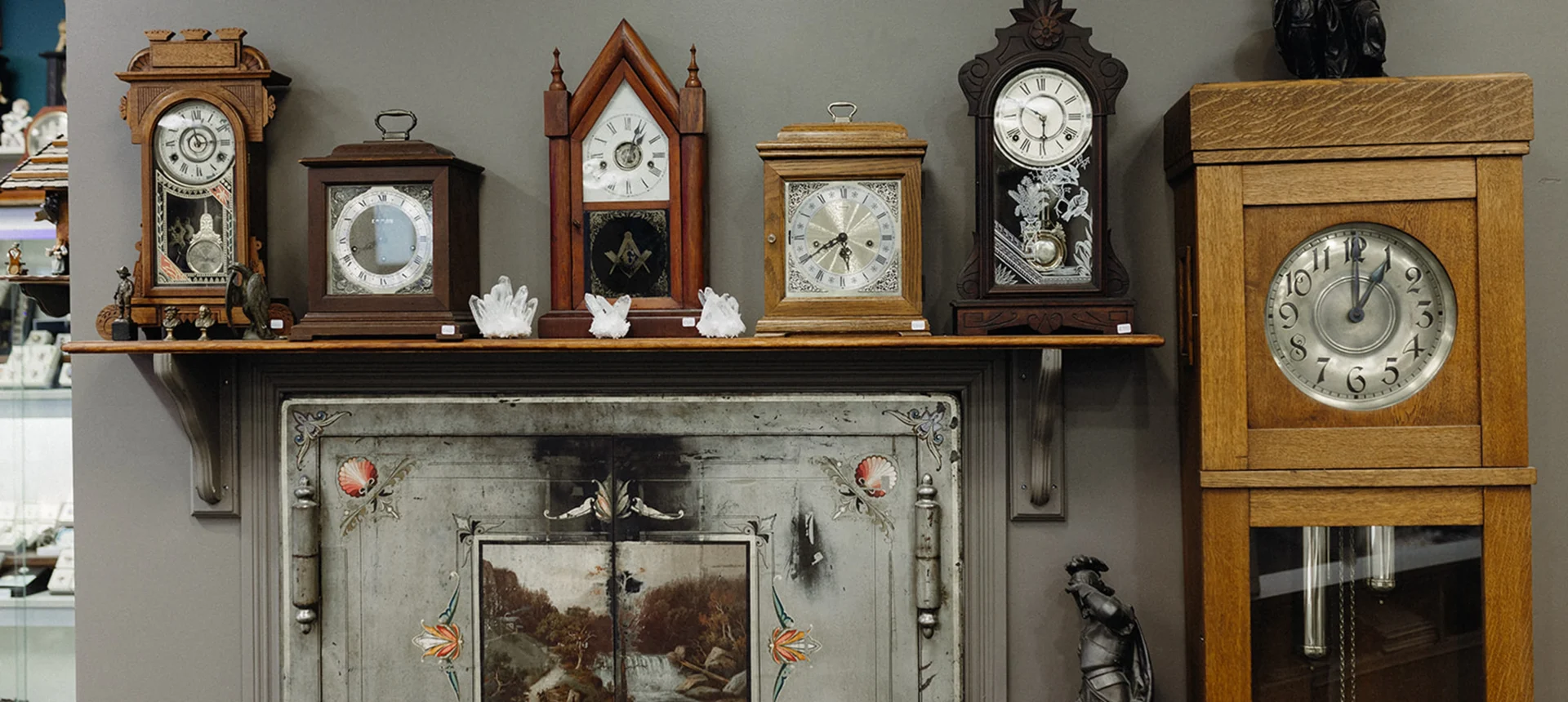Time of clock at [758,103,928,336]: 5:40
